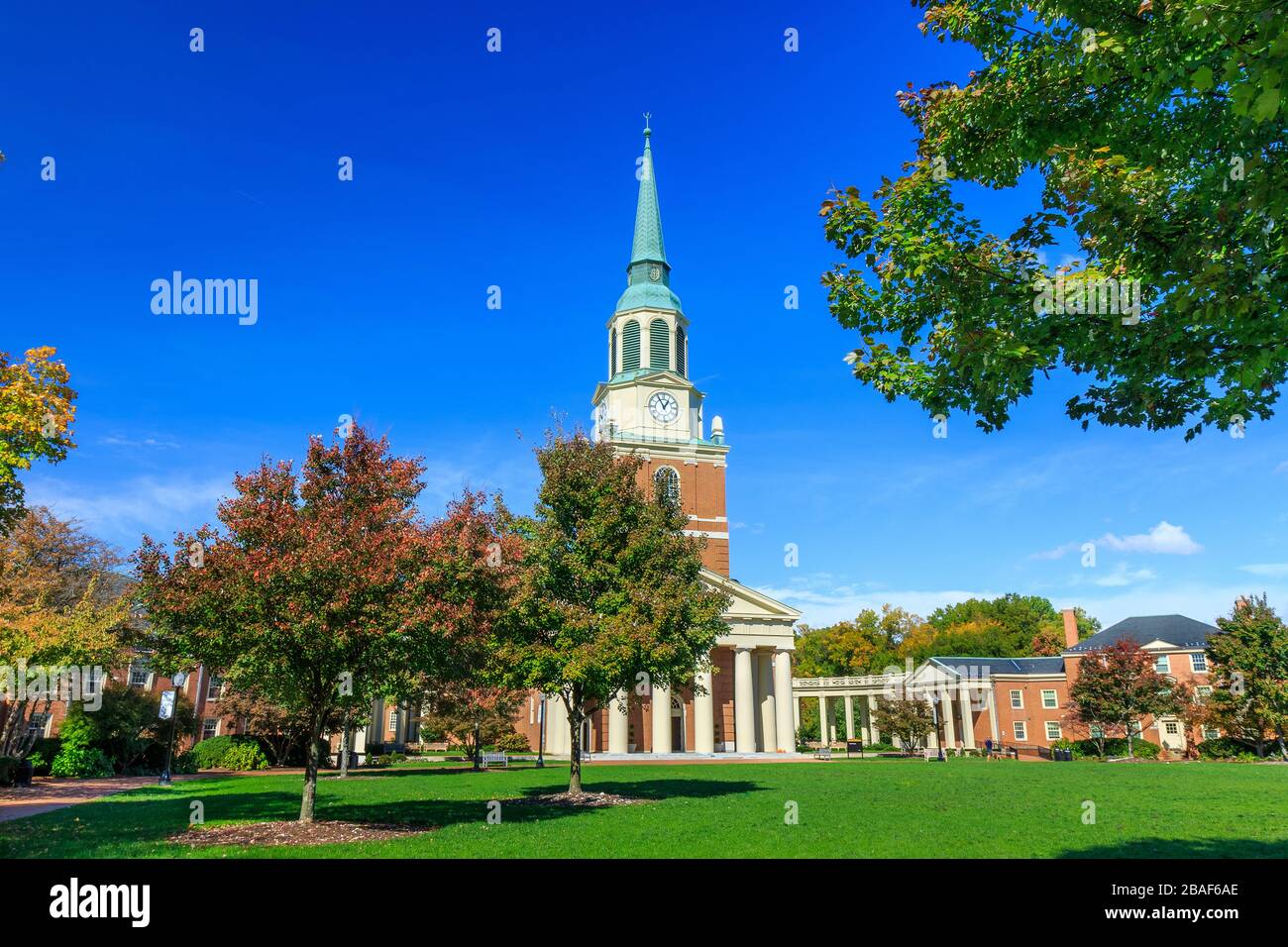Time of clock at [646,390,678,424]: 12:55
